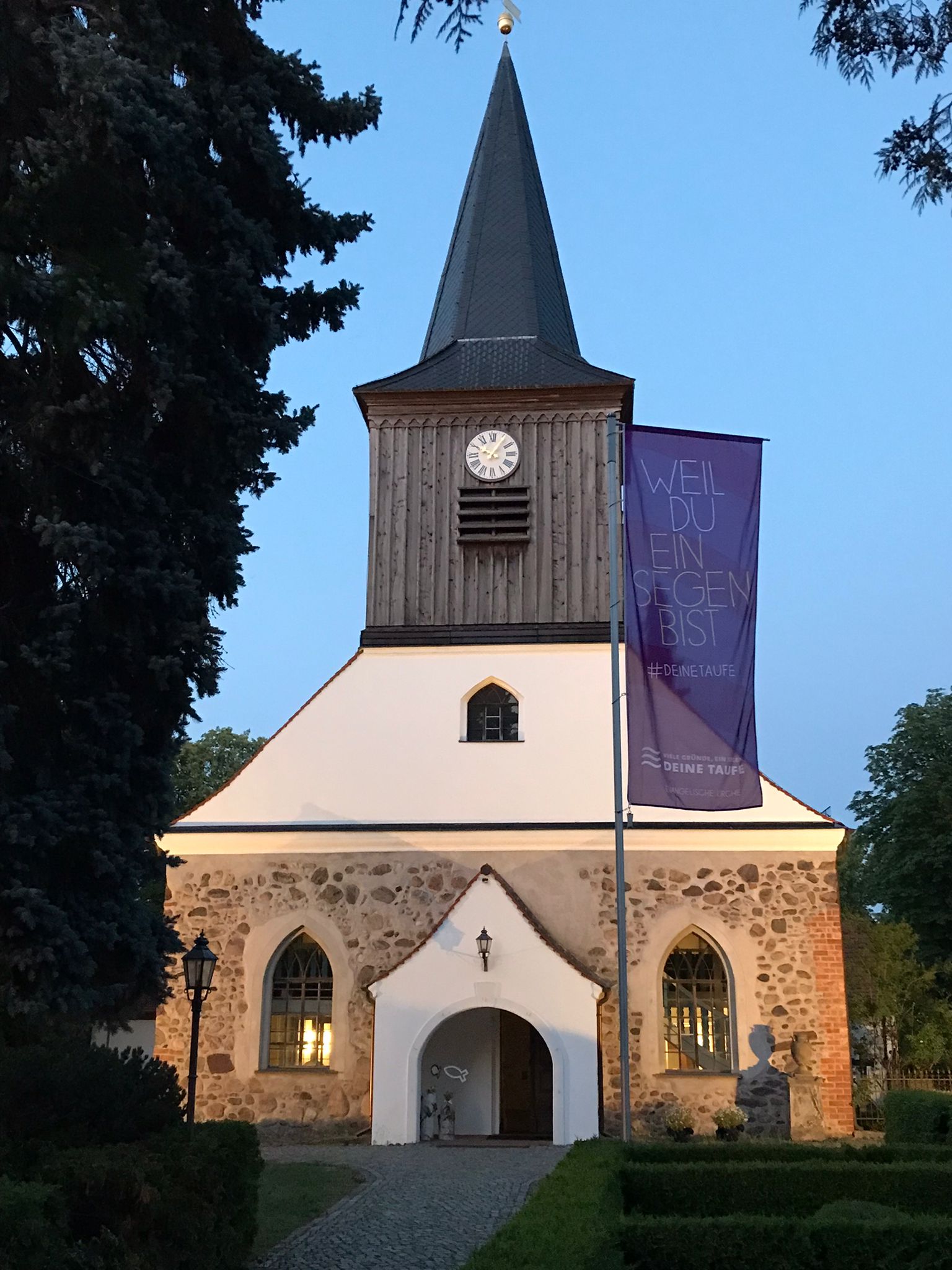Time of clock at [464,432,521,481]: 10:05
